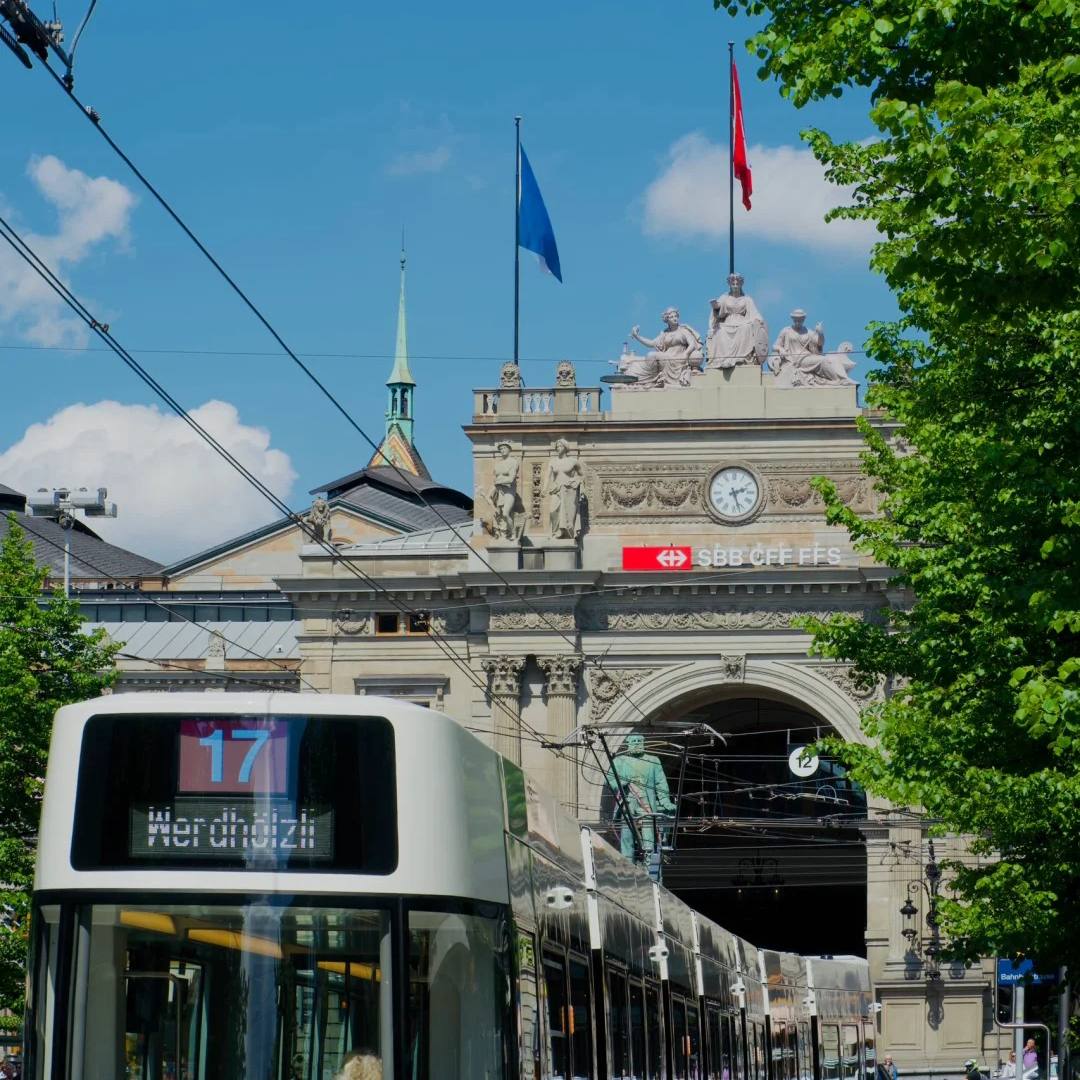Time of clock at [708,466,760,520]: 2:27
